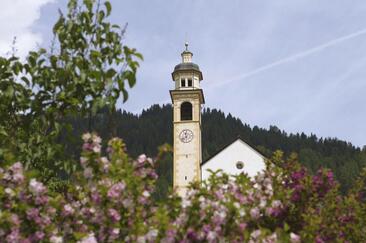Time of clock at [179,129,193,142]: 11:37
